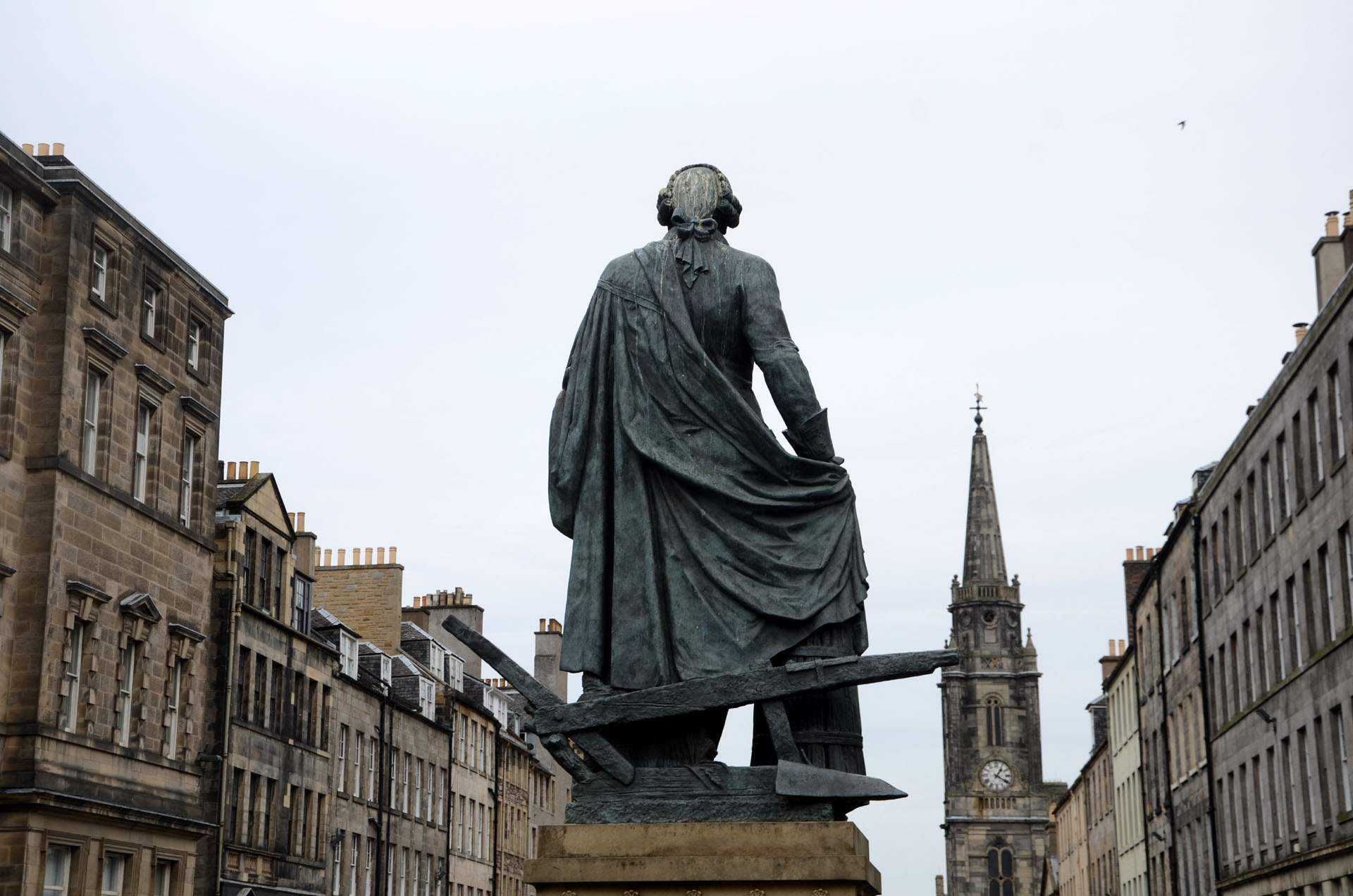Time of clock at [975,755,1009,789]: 1:20
